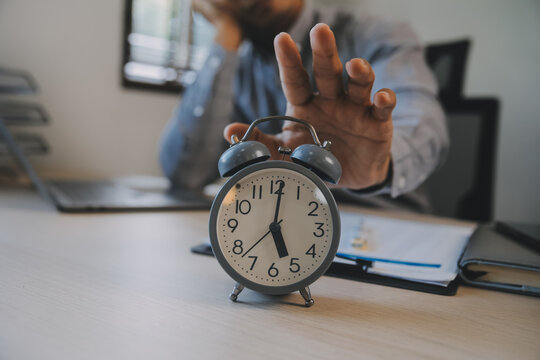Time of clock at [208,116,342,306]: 5:01
